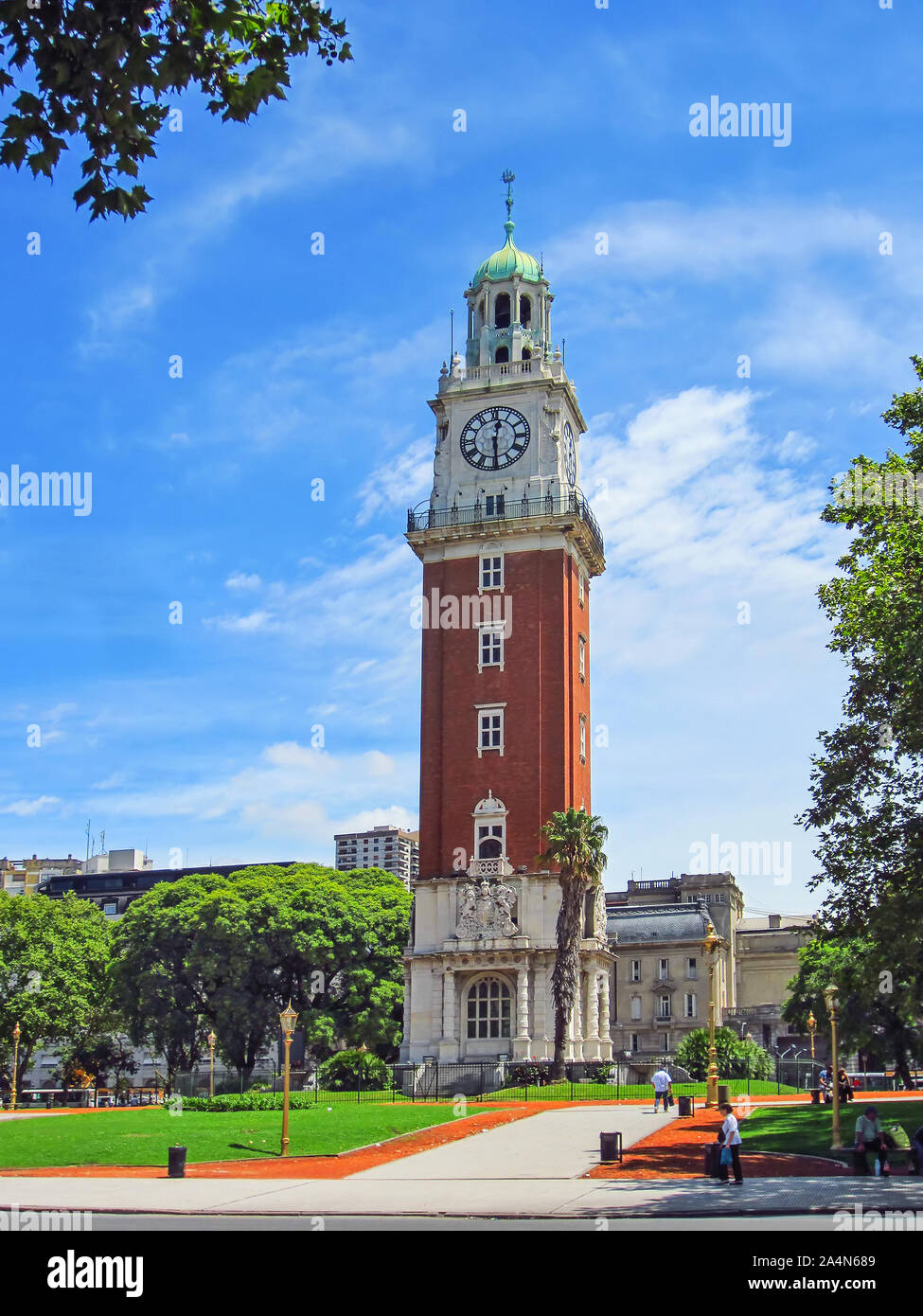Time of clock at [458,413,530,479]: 12:29
